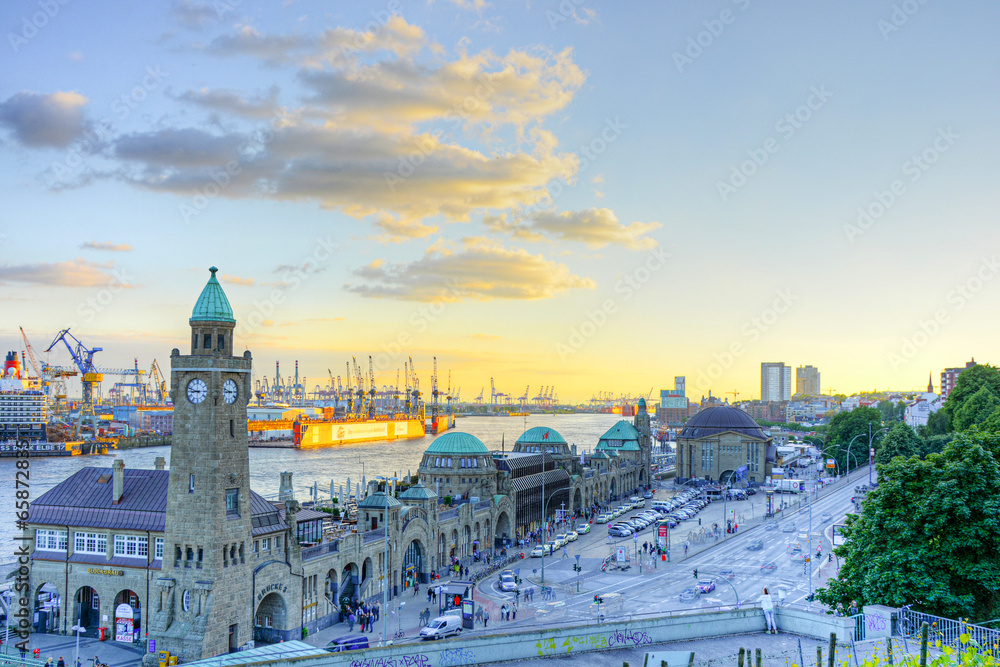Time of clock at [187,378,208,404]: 8:47
